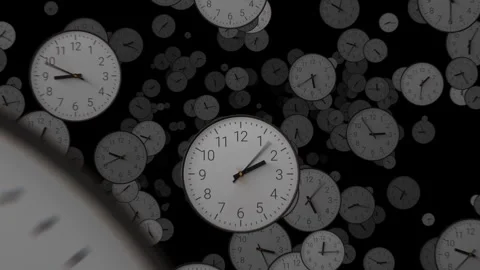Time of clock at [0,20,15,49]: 1:18
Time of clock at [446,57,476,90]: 8:25
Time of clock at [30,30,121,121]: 8:48
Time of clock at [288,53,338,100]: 5:39
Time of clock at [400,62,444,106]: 1:31
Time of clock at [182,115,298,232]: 2:07
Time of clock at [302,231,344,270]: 12:14
